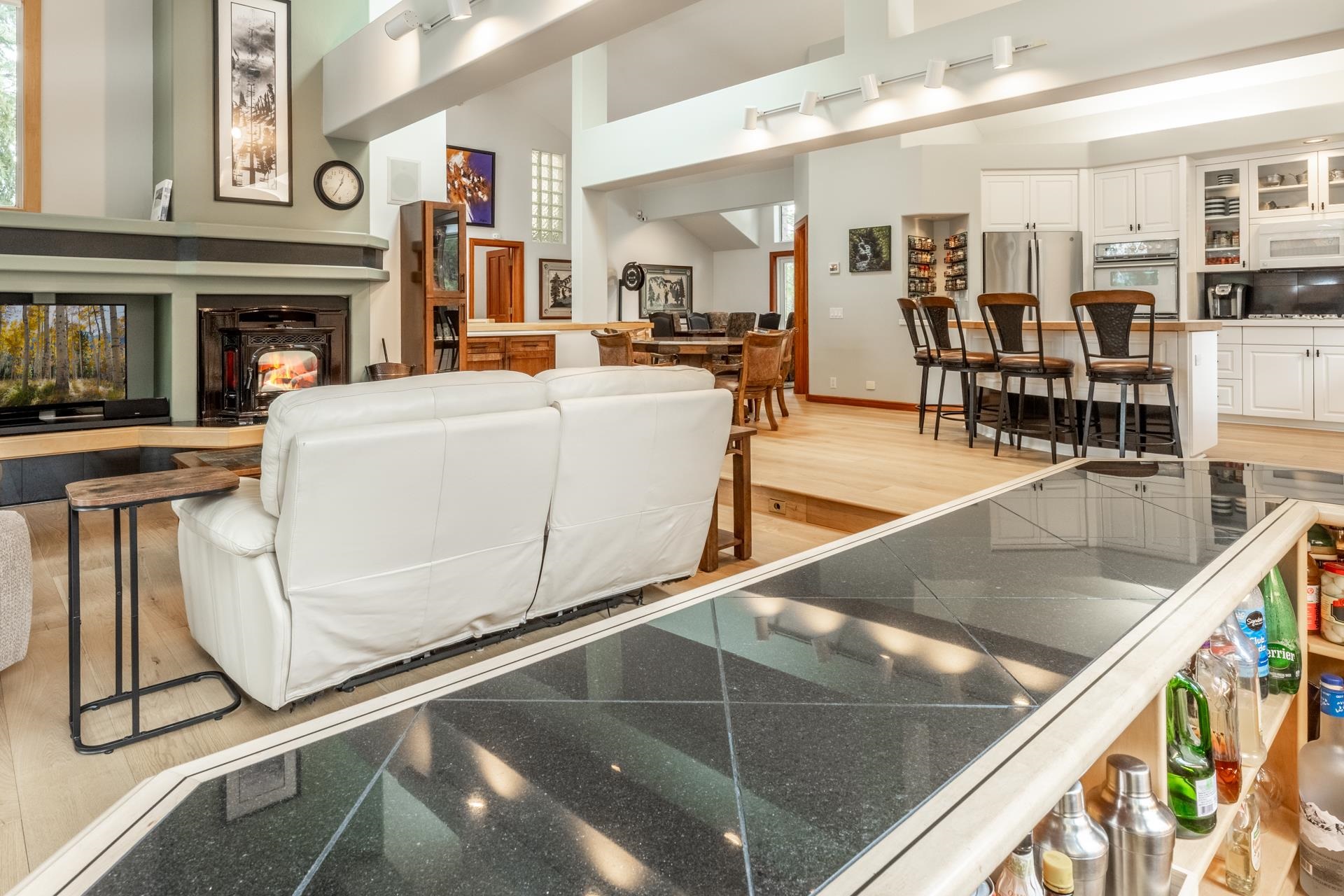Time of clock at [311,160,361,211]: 12:34
